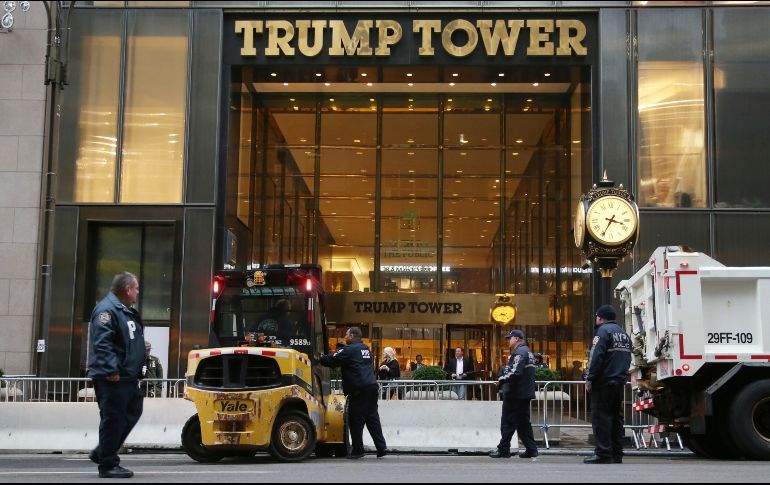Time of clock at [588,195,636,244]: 3:34
